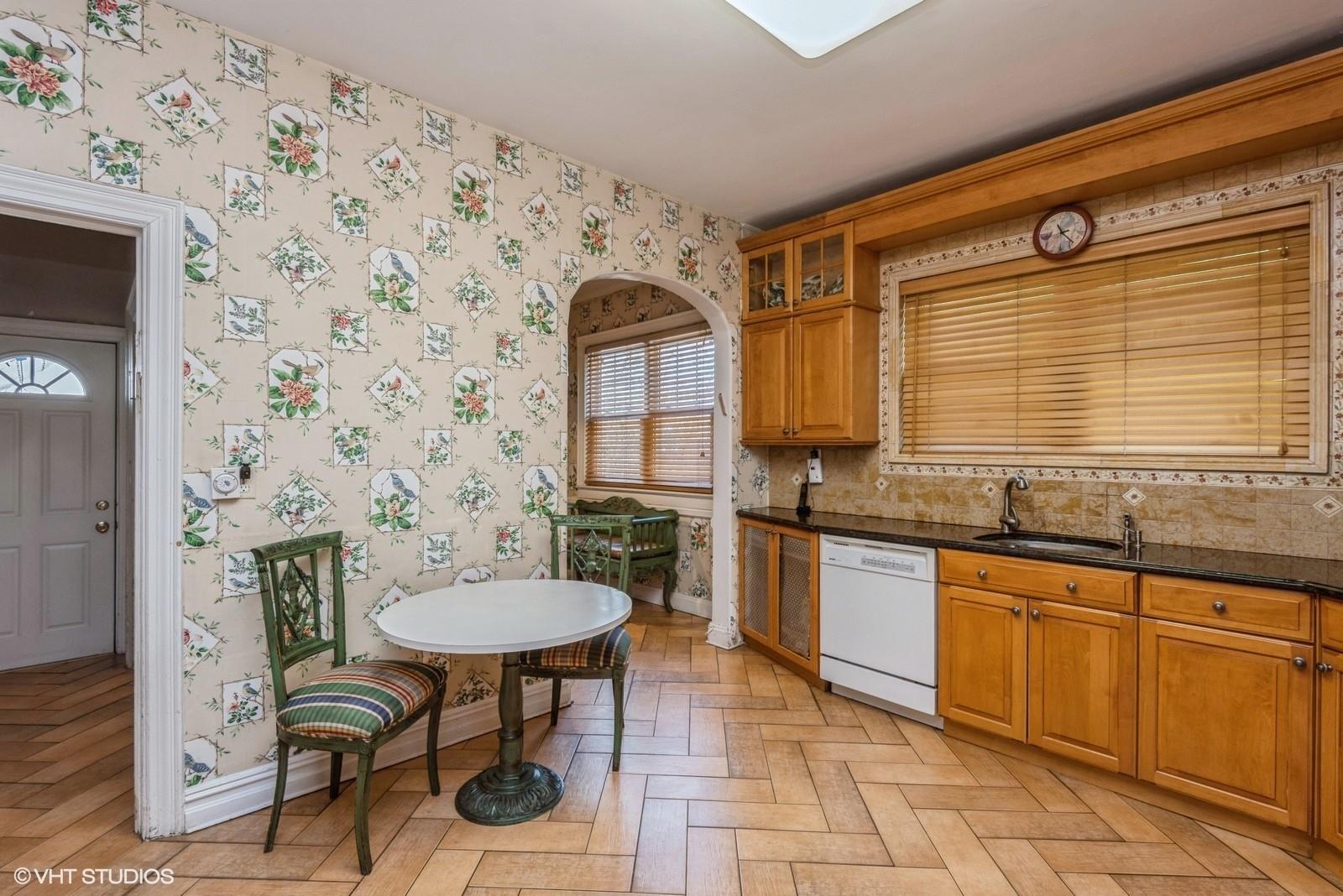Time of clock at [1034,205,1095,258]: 11:23
